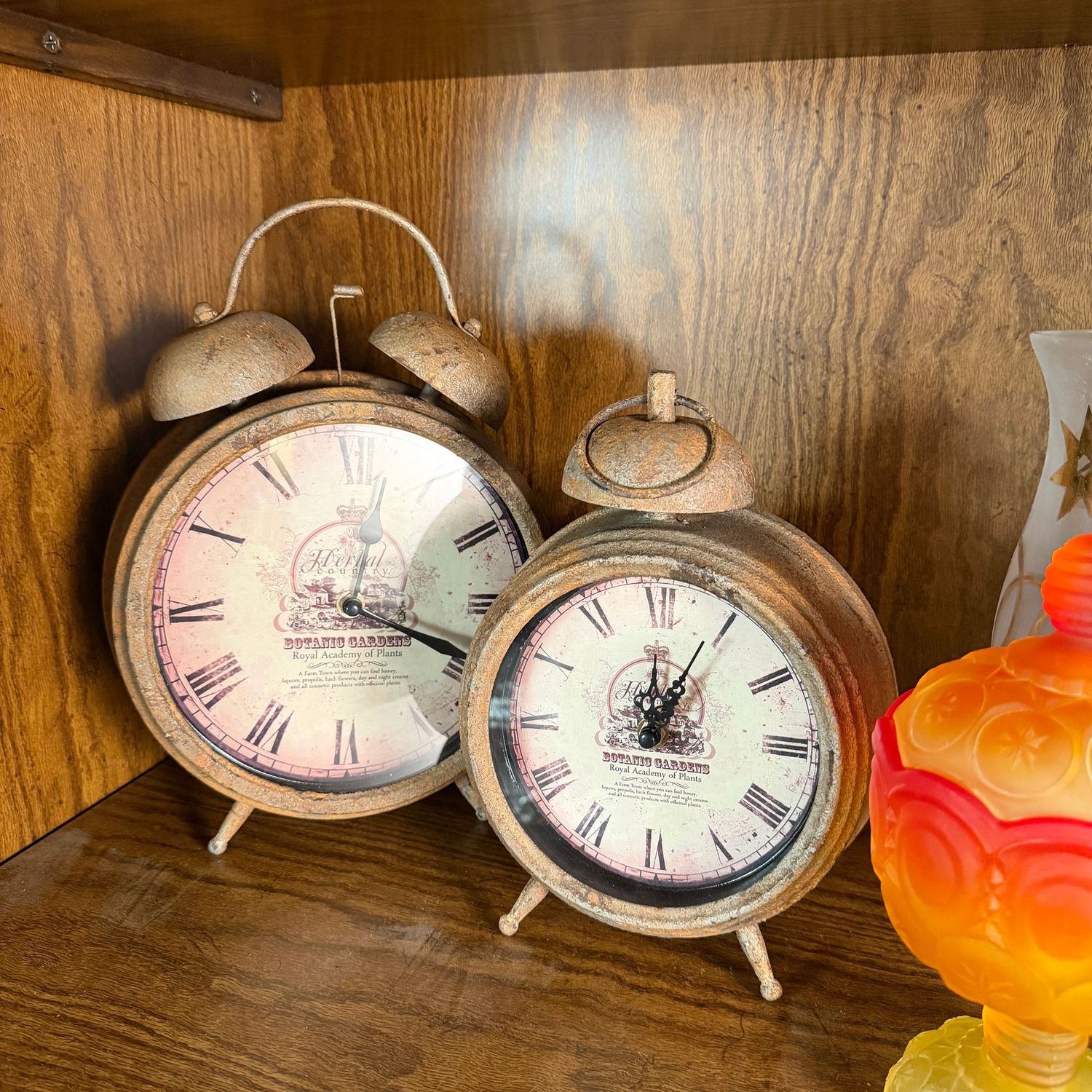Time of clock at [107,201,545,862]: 12:04
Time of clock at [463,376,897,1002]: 12:04
